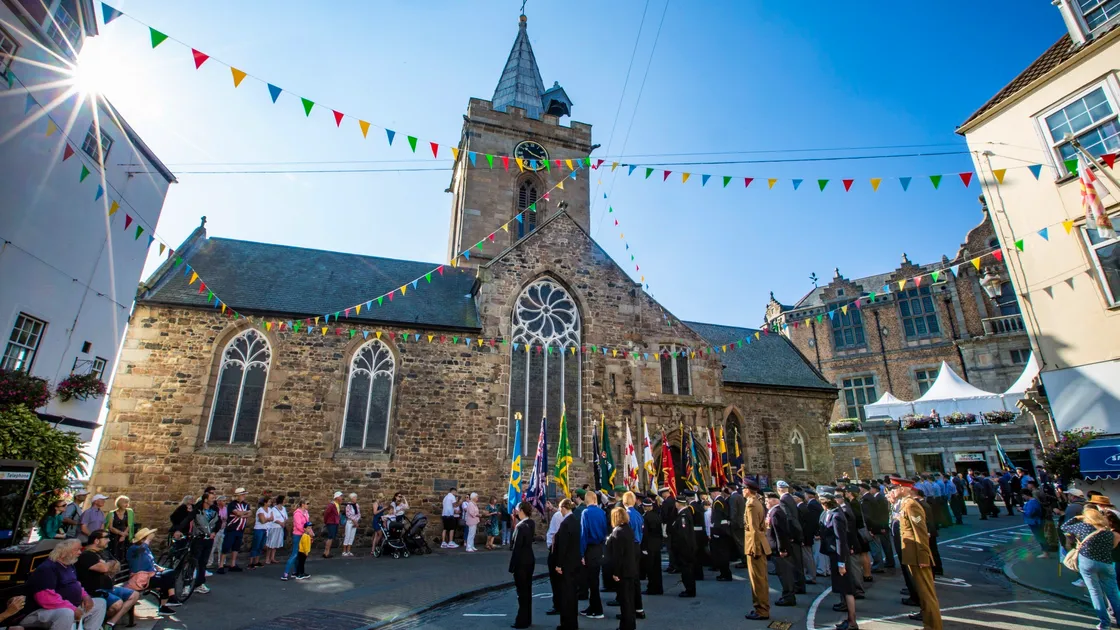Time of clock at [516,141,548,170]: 10:17
